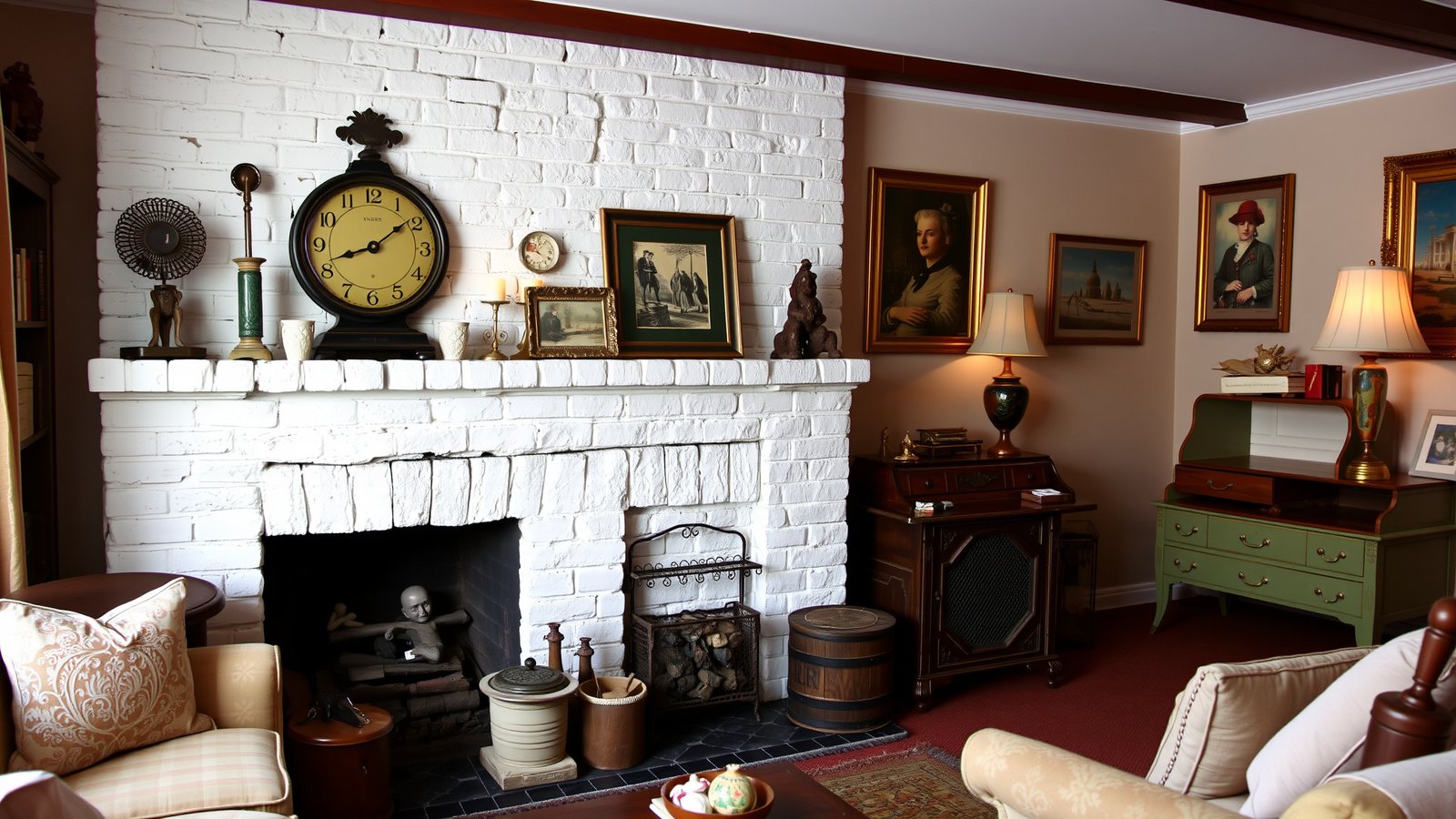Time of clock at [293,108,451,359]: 8:09
